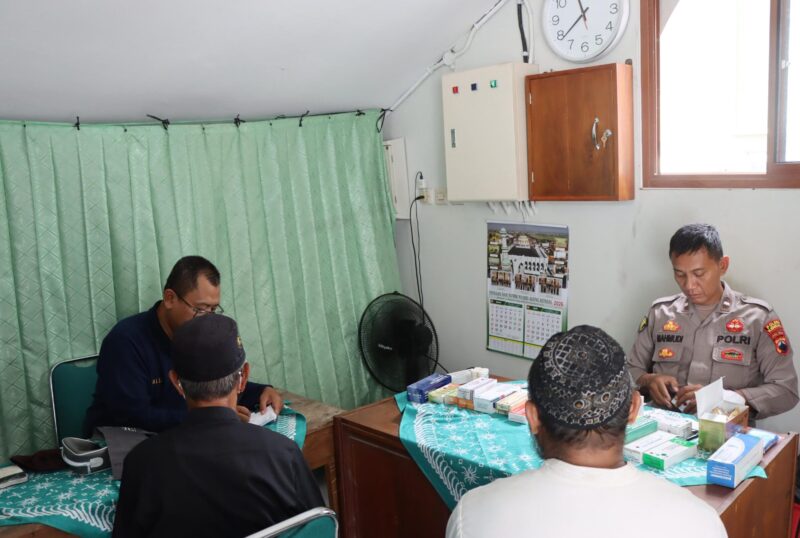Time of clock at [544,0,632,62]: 11:38
